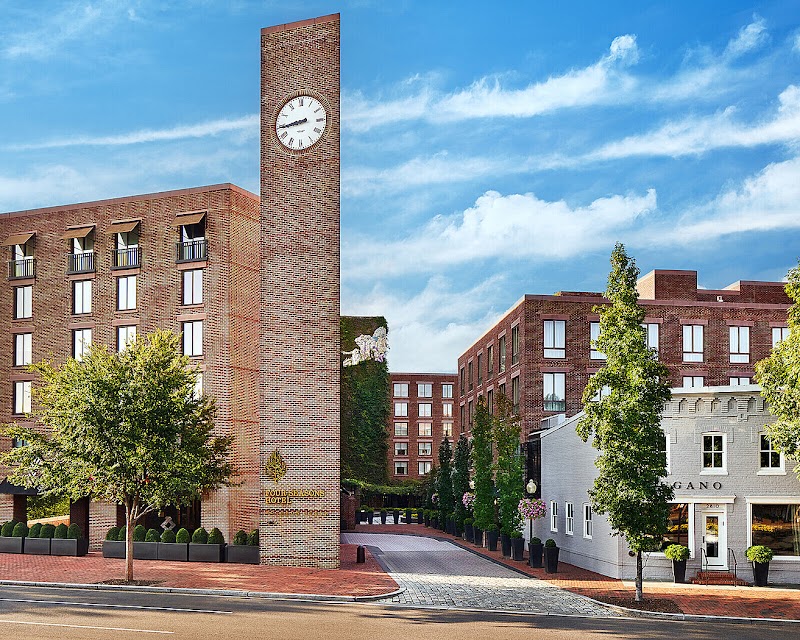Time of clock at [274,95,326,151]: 8:43
